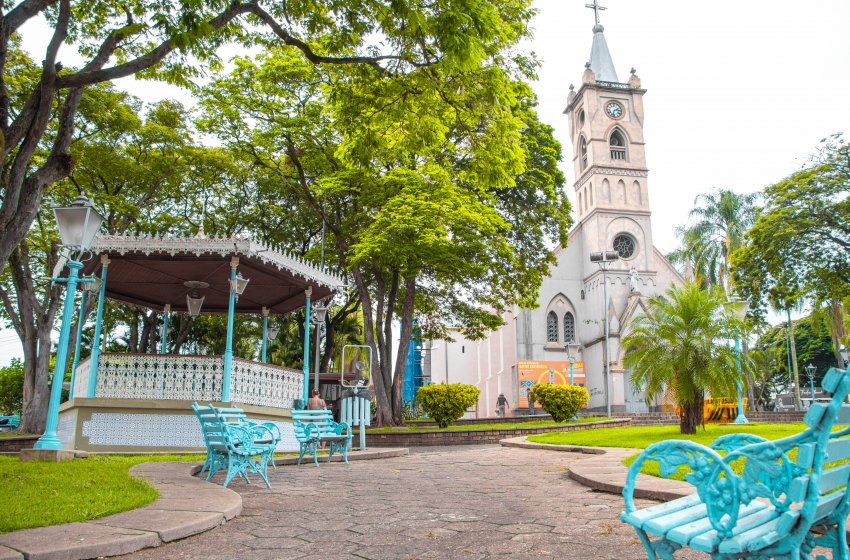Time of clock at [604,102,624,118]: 2:32
